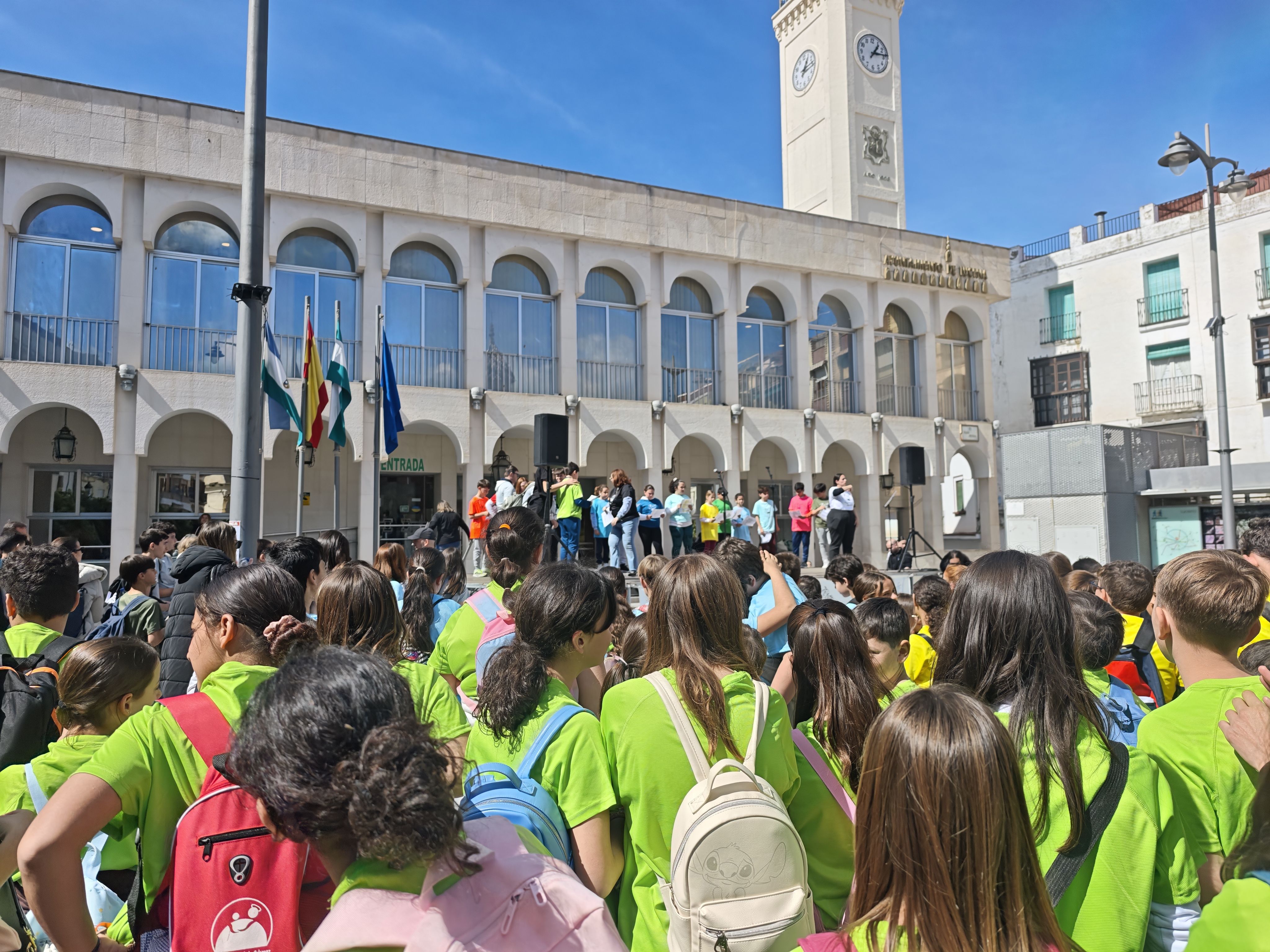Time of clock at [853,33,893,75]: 1:13
